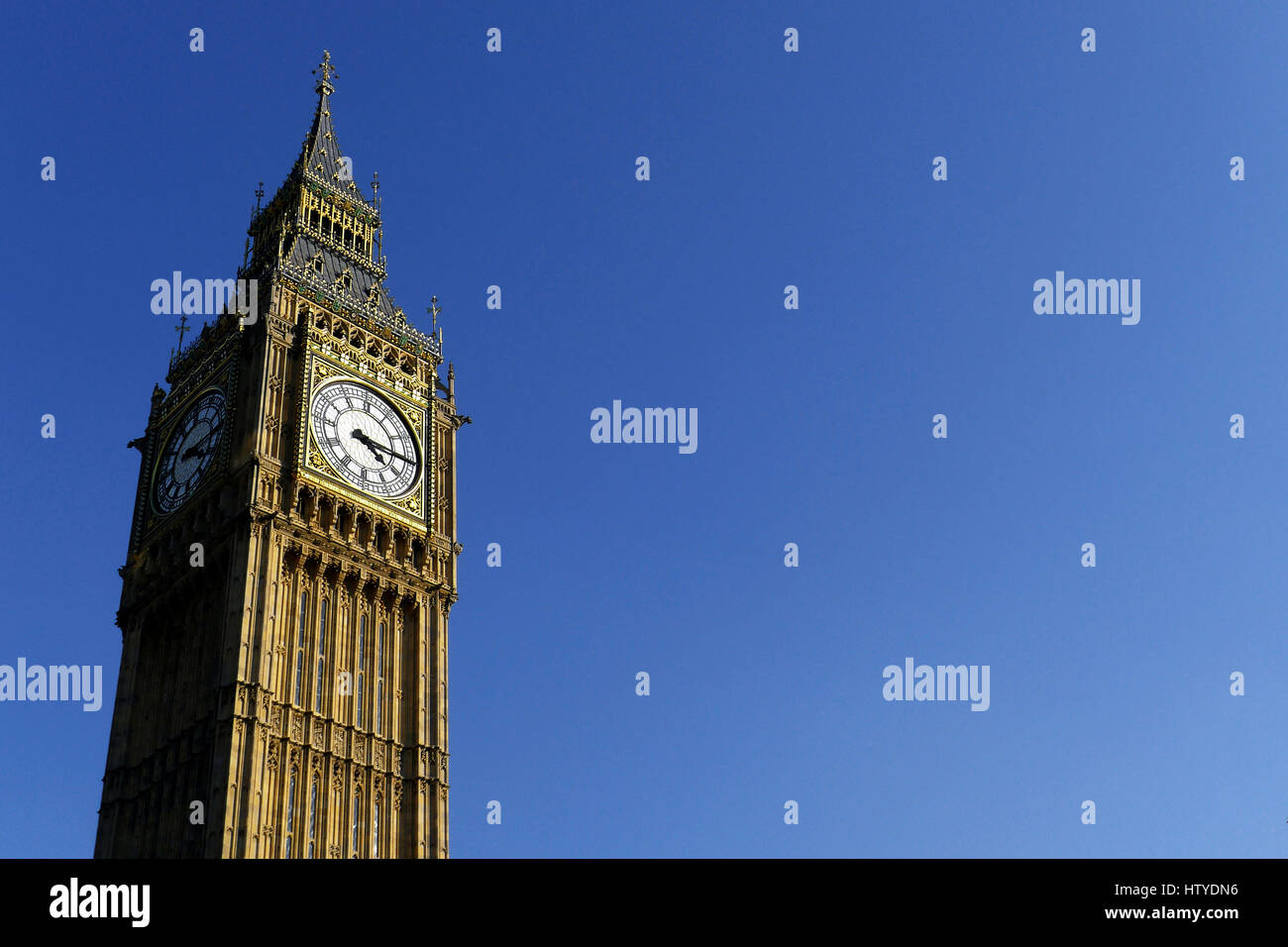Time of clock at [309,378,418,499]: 4:15
